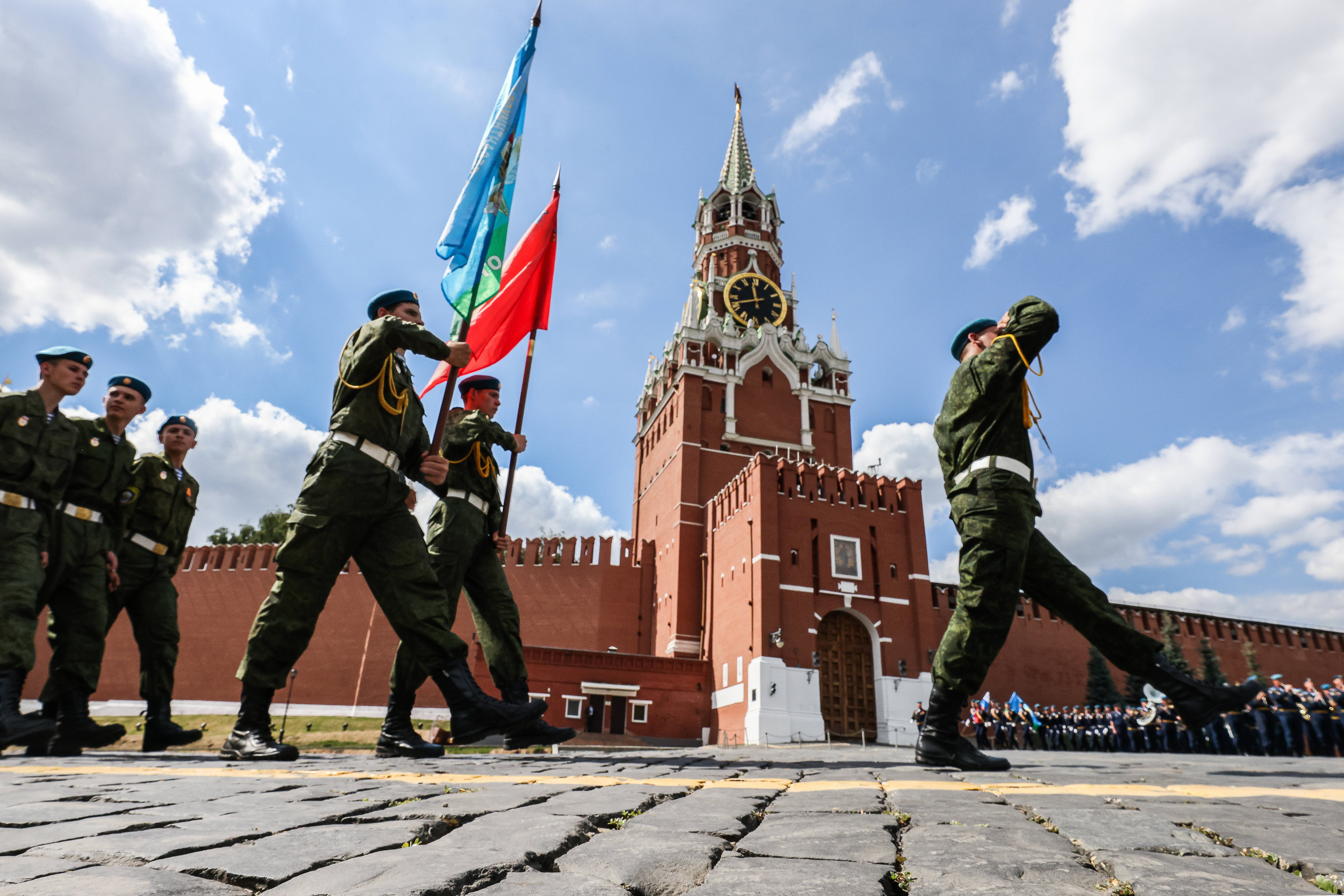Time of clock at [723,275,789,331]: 11:42
